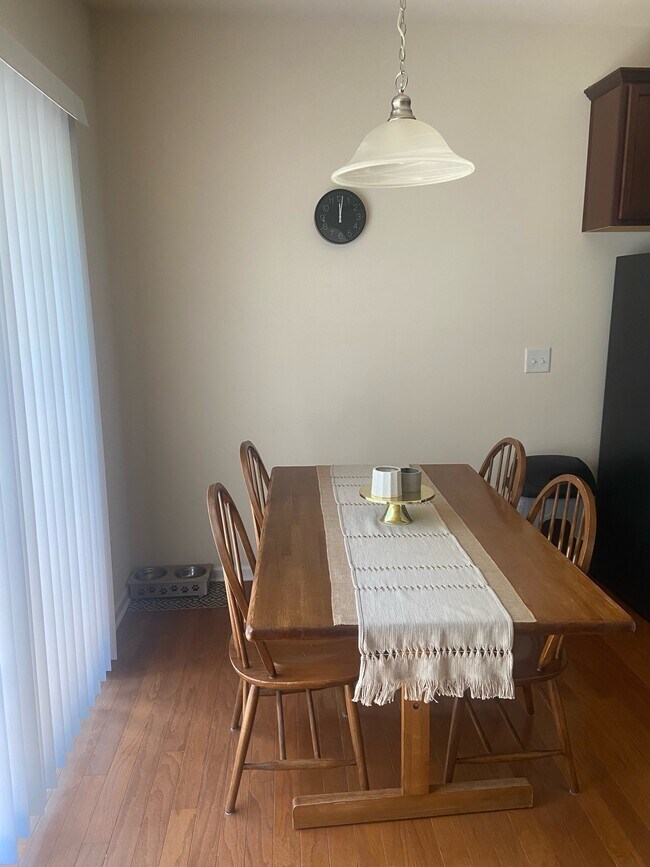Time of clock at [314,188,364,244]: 12:01
